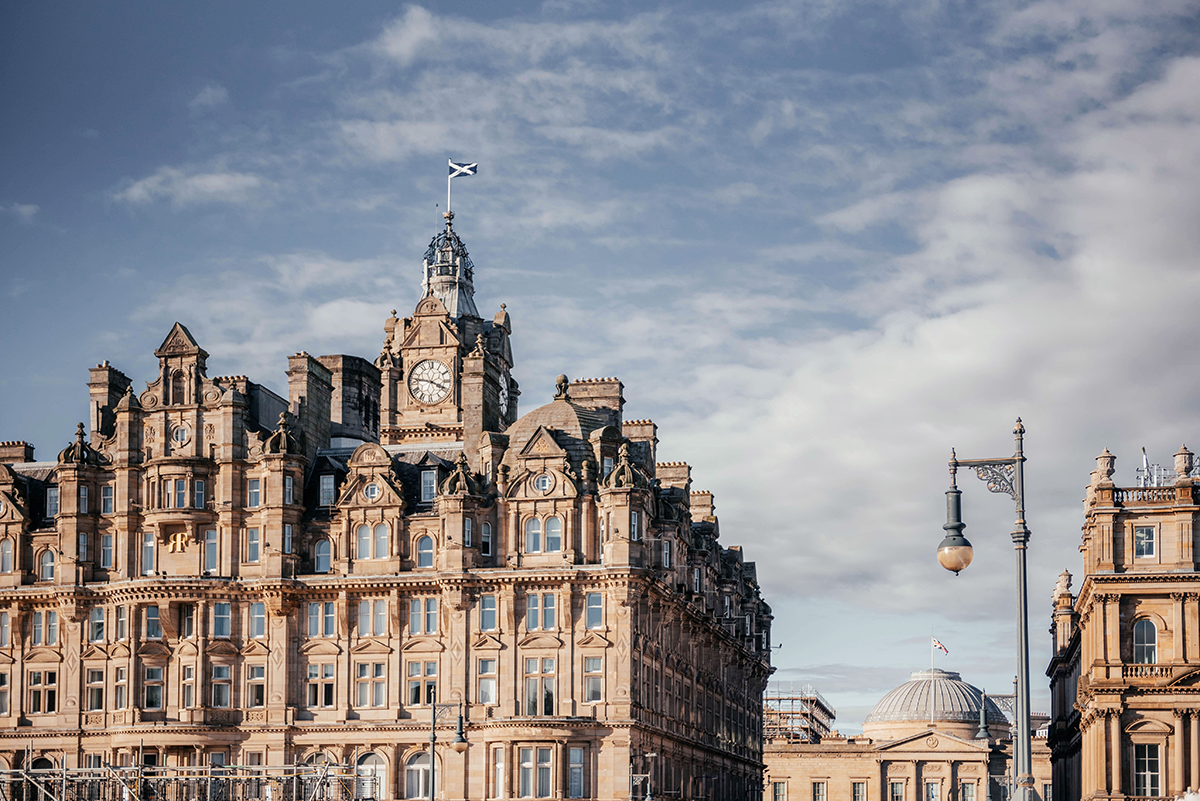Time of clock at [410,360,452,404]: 3:46
